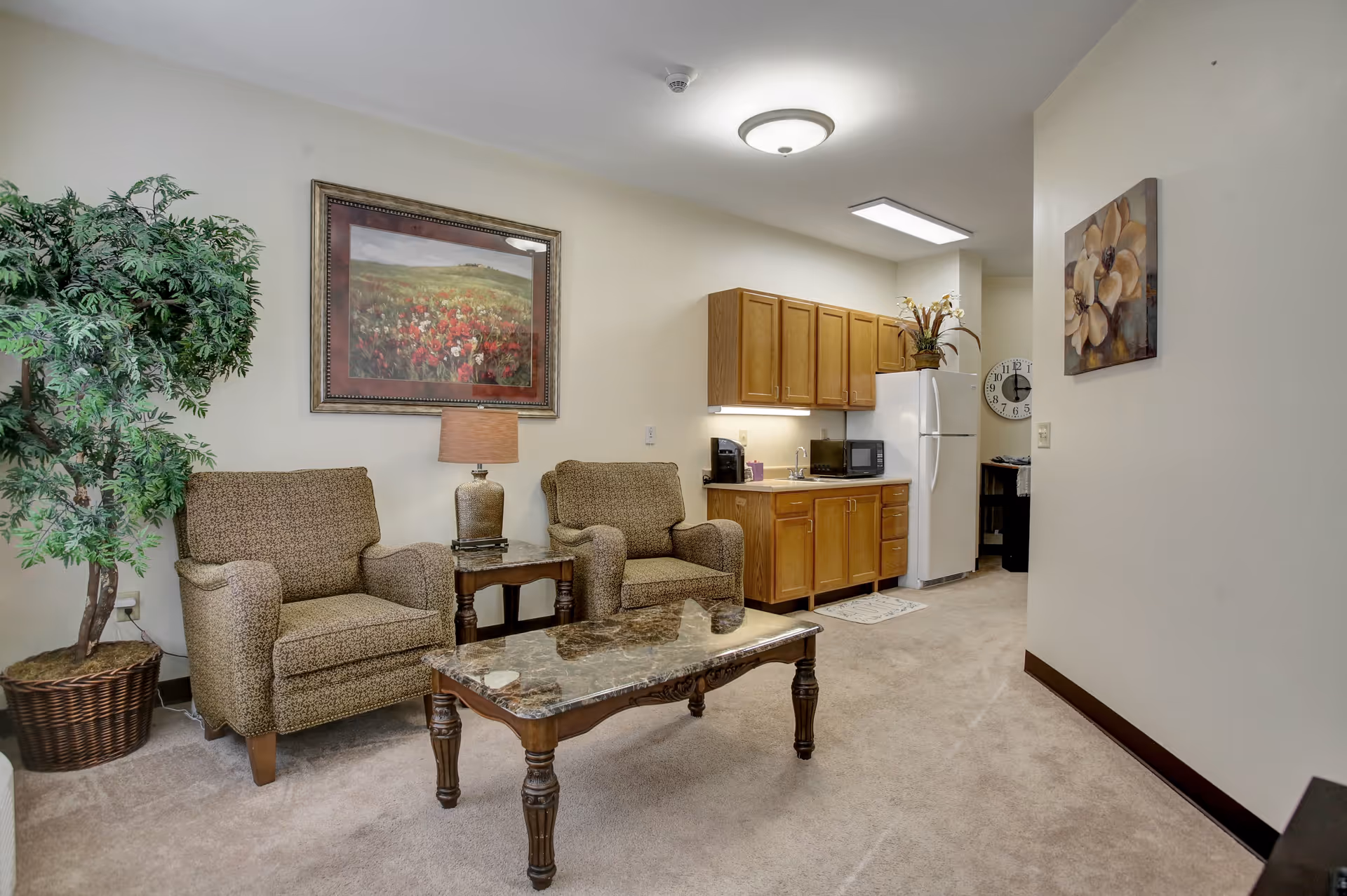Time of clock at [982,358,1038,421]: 2:59
